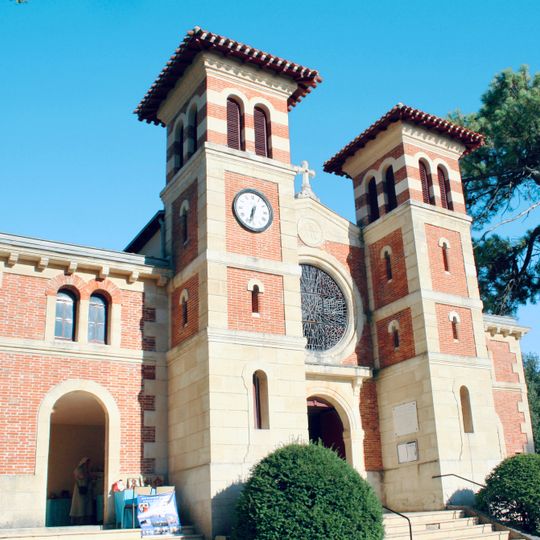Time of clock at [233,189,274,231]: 6:32
